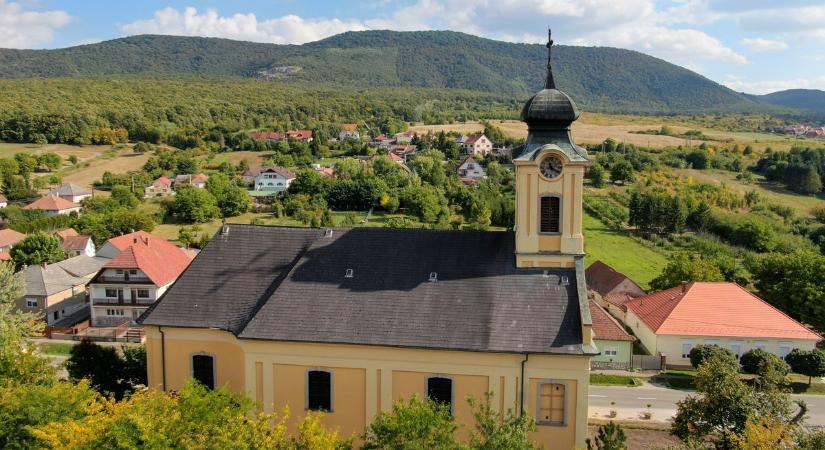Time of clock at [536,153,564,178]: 11:20
